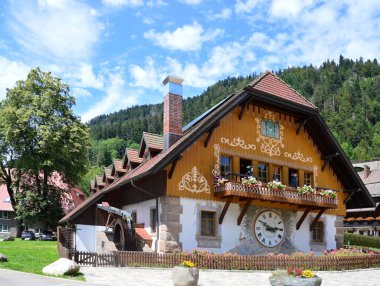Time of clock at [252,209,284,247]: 2:50
